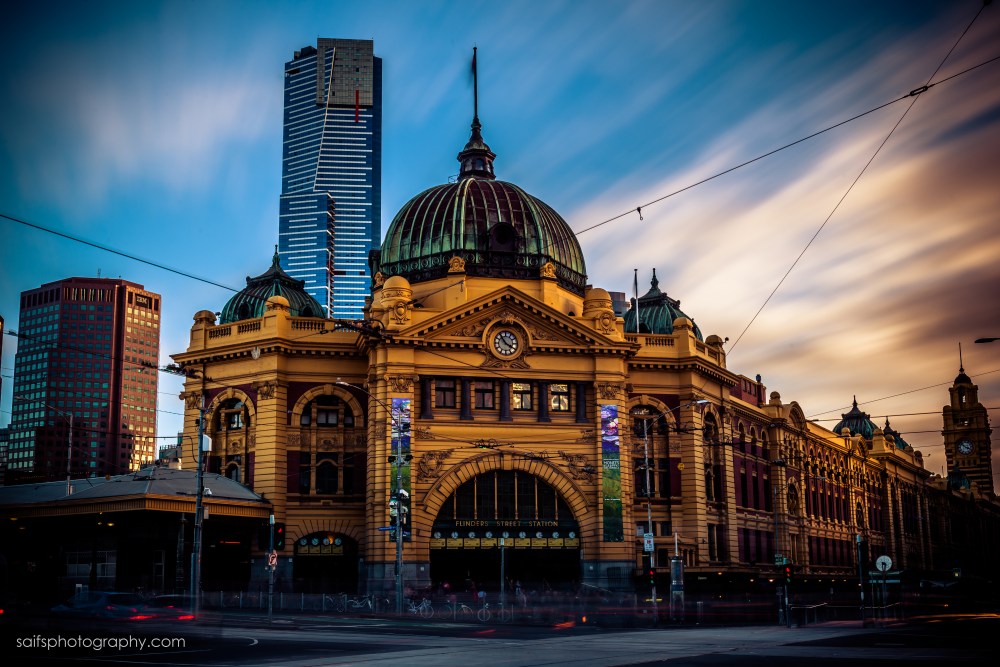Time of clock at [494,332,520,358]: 3:54
